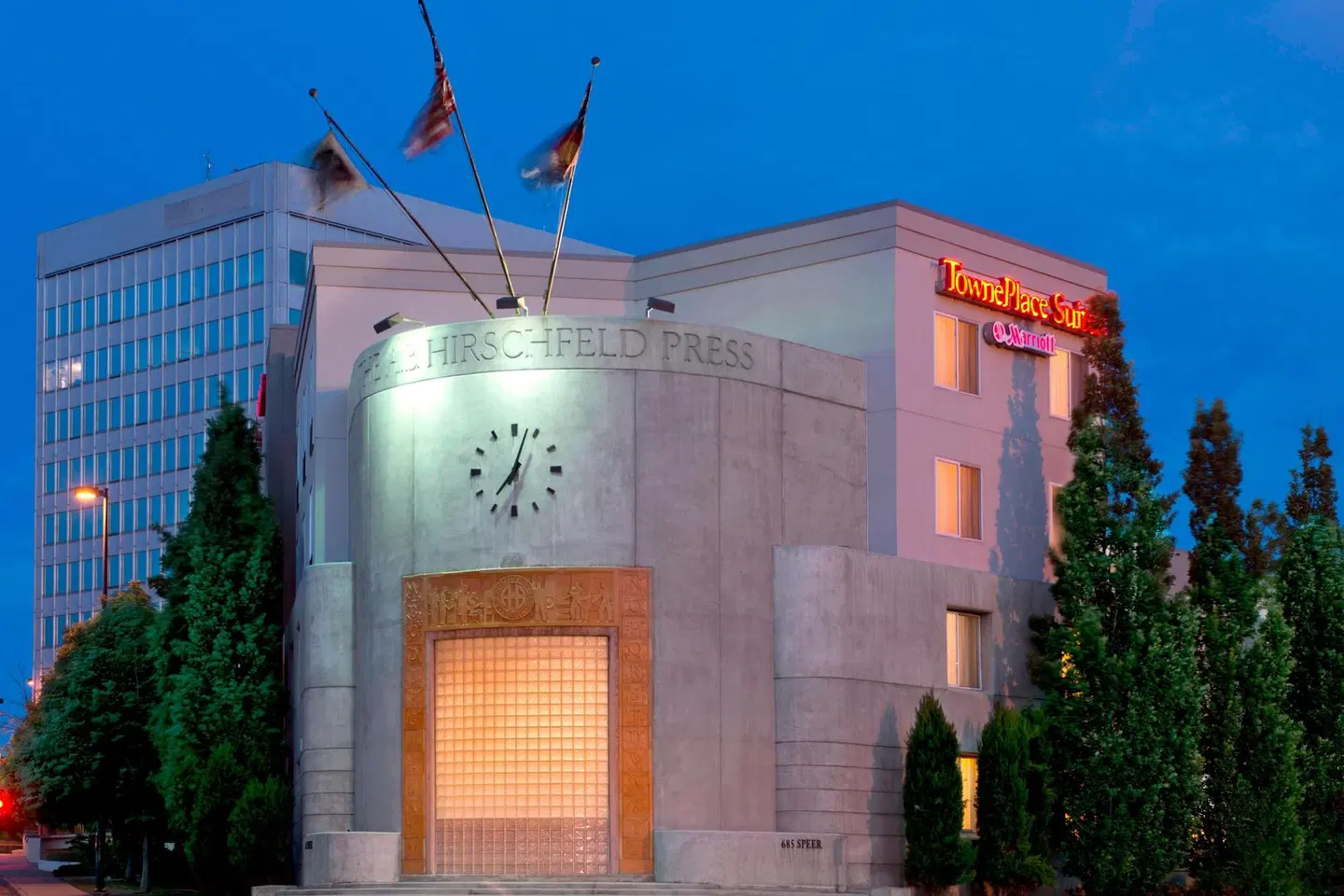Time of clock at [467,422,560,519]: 7:03
